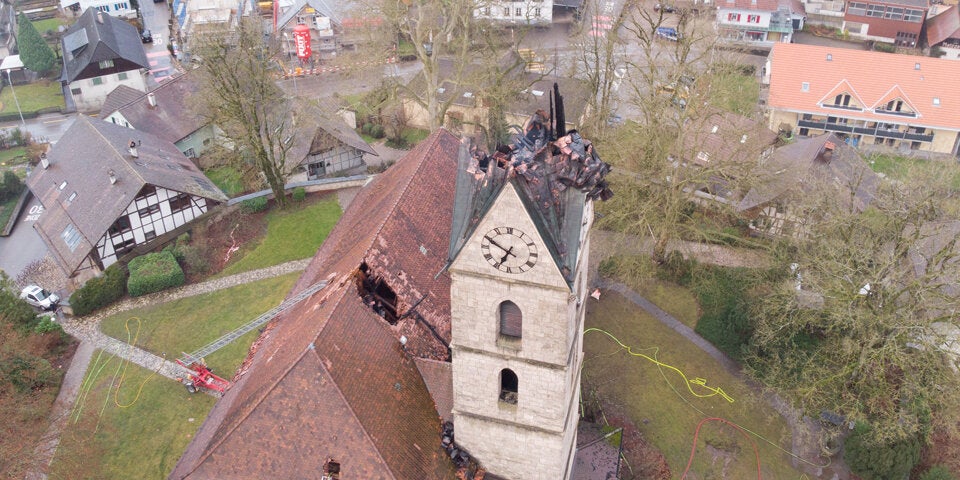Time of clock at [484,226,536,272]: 6:49
